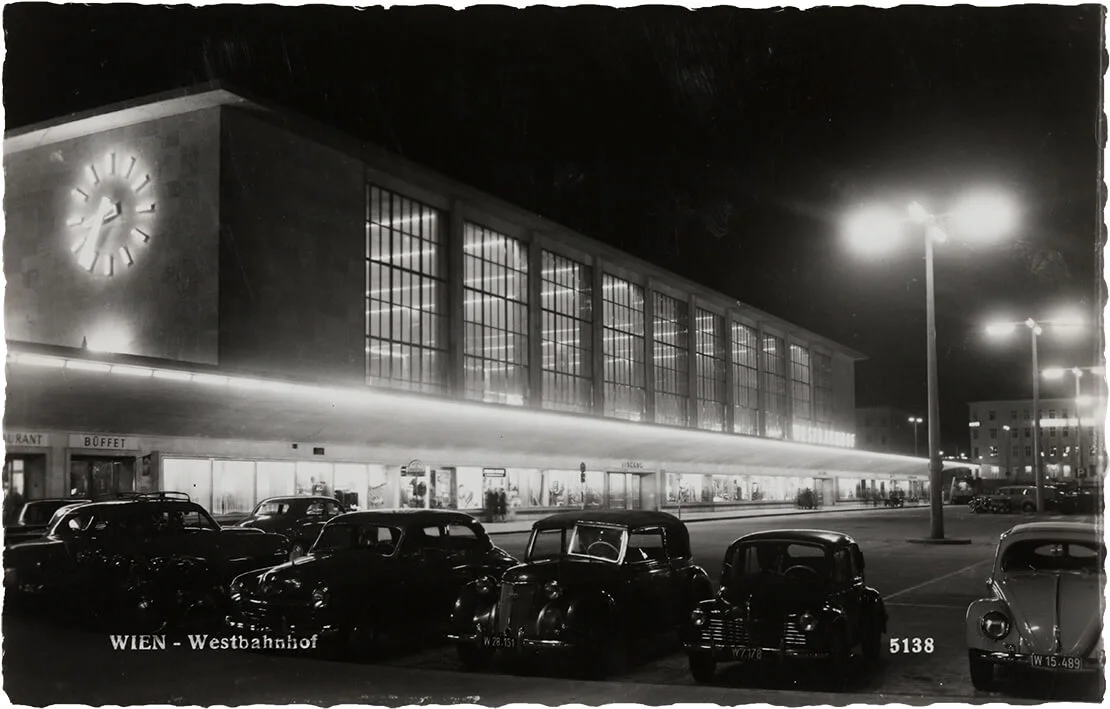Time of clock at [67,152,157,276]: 8:35
